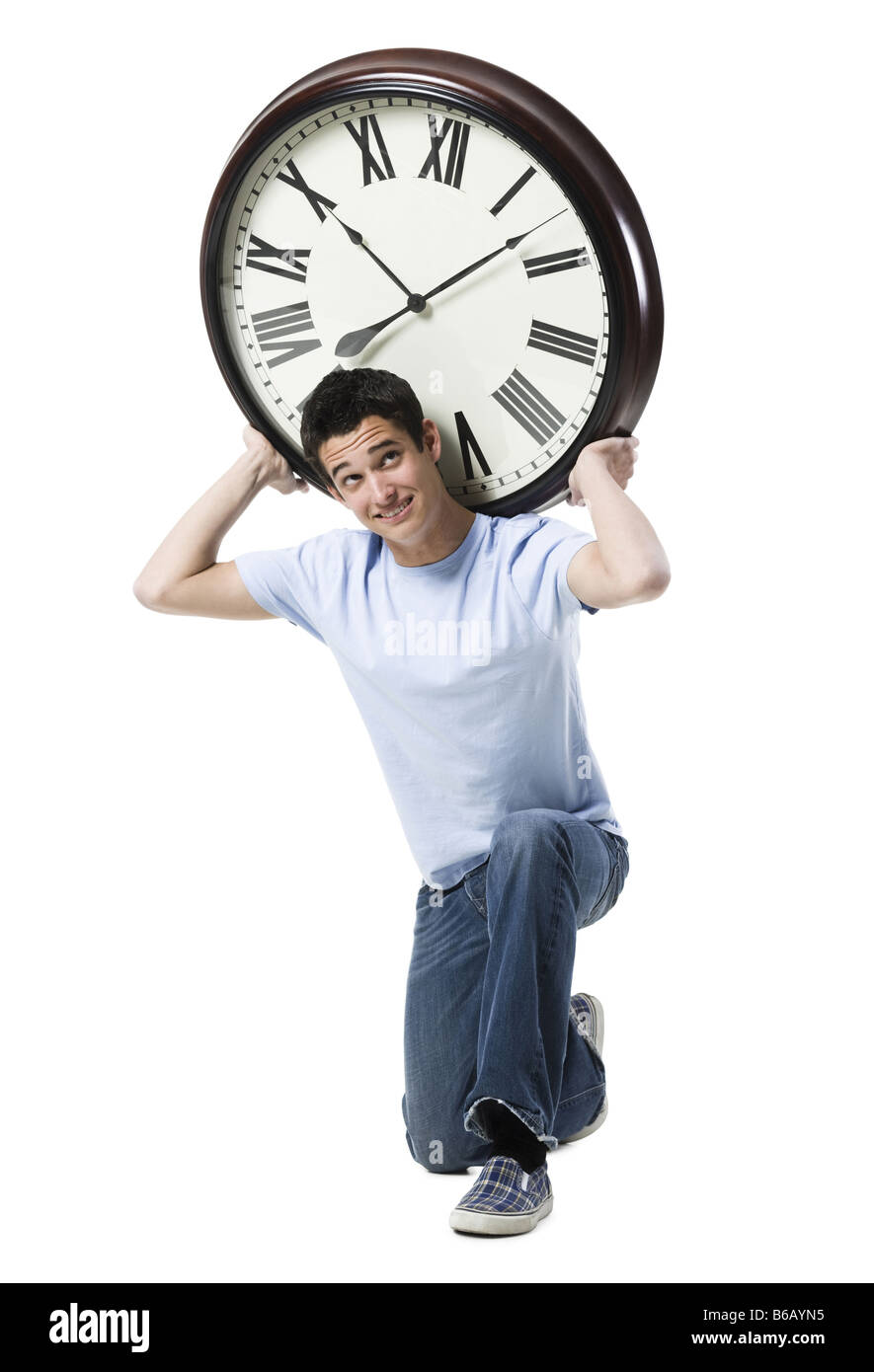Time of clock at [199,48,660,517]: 10:07
